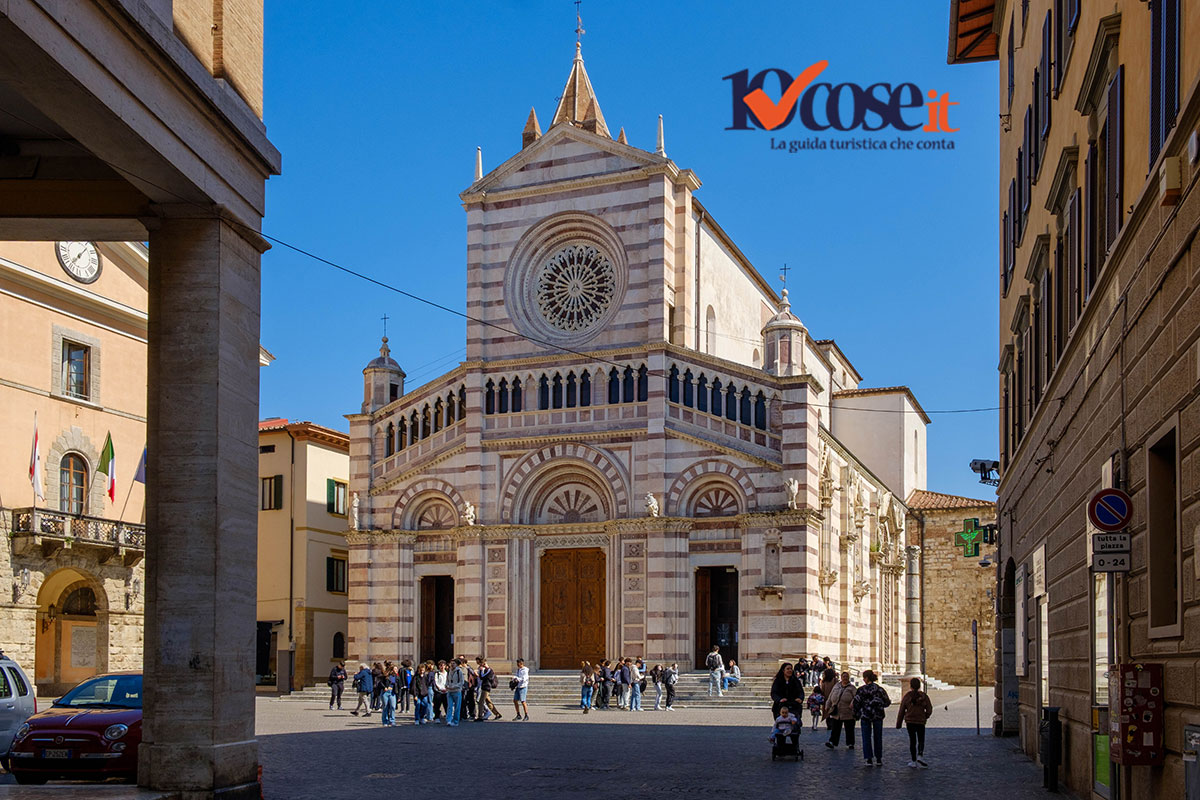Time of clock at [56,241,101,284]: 7:06
